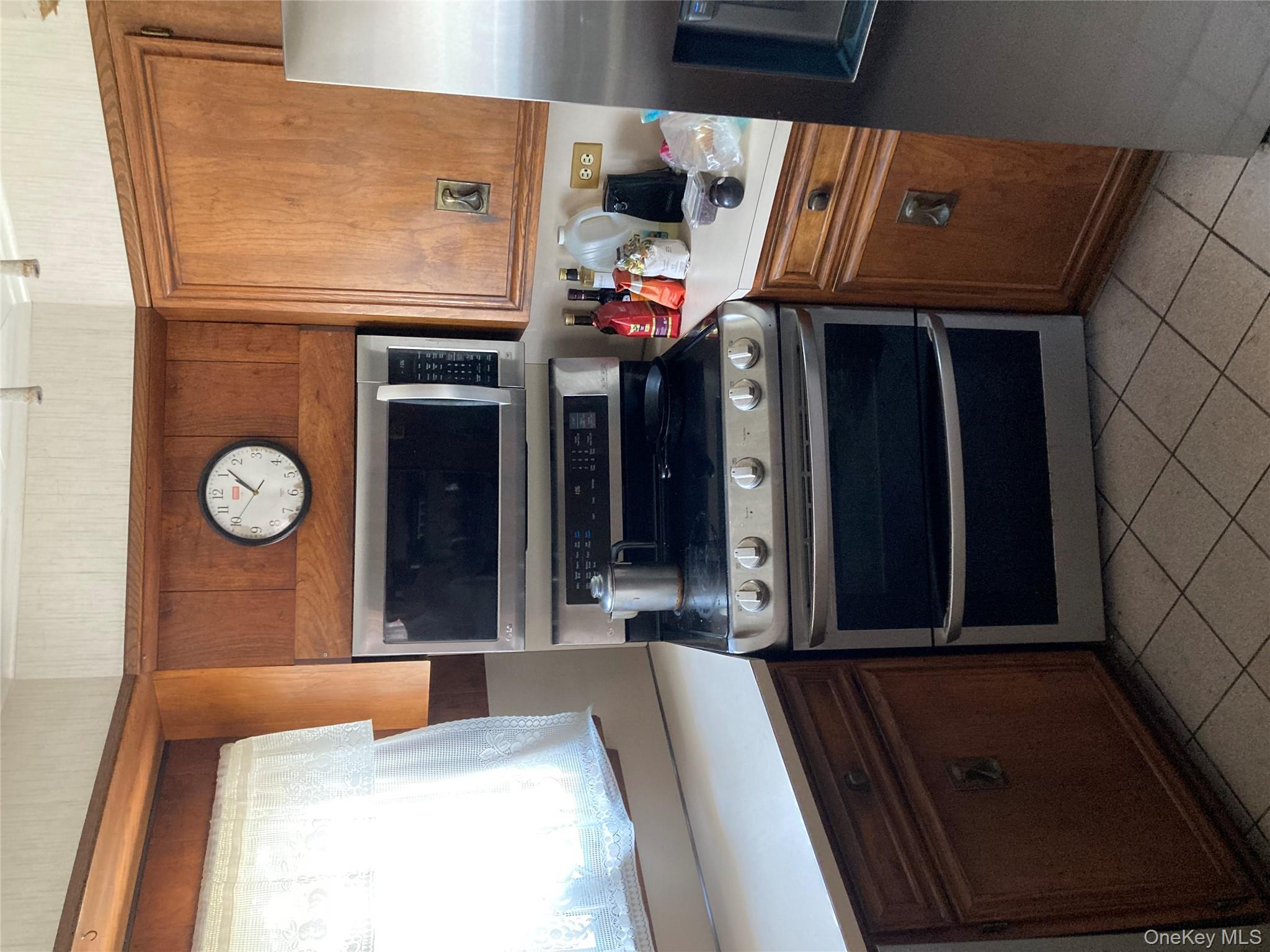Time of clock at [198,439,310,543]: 9:51
